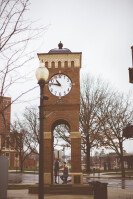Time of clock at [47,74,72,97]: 10:47
